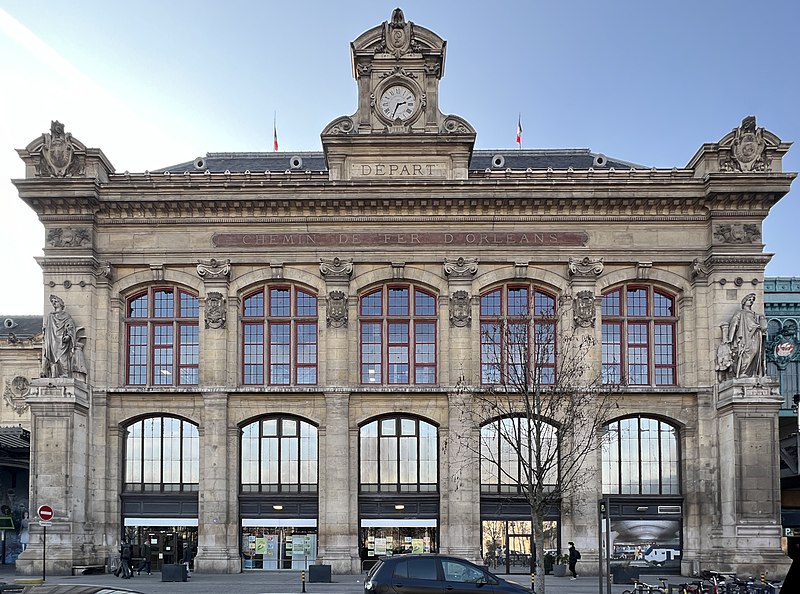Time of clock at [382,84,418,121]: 2:34
